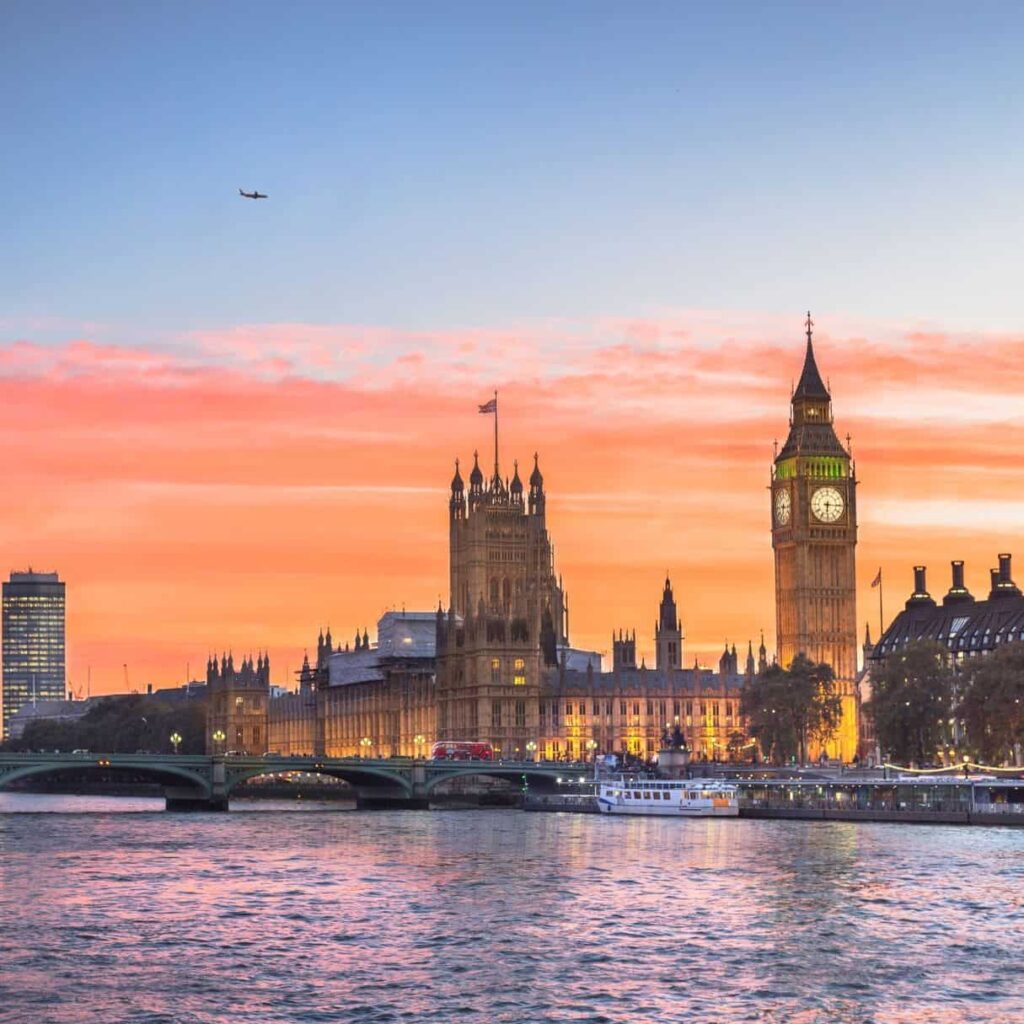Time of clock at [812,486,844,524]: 6:15
